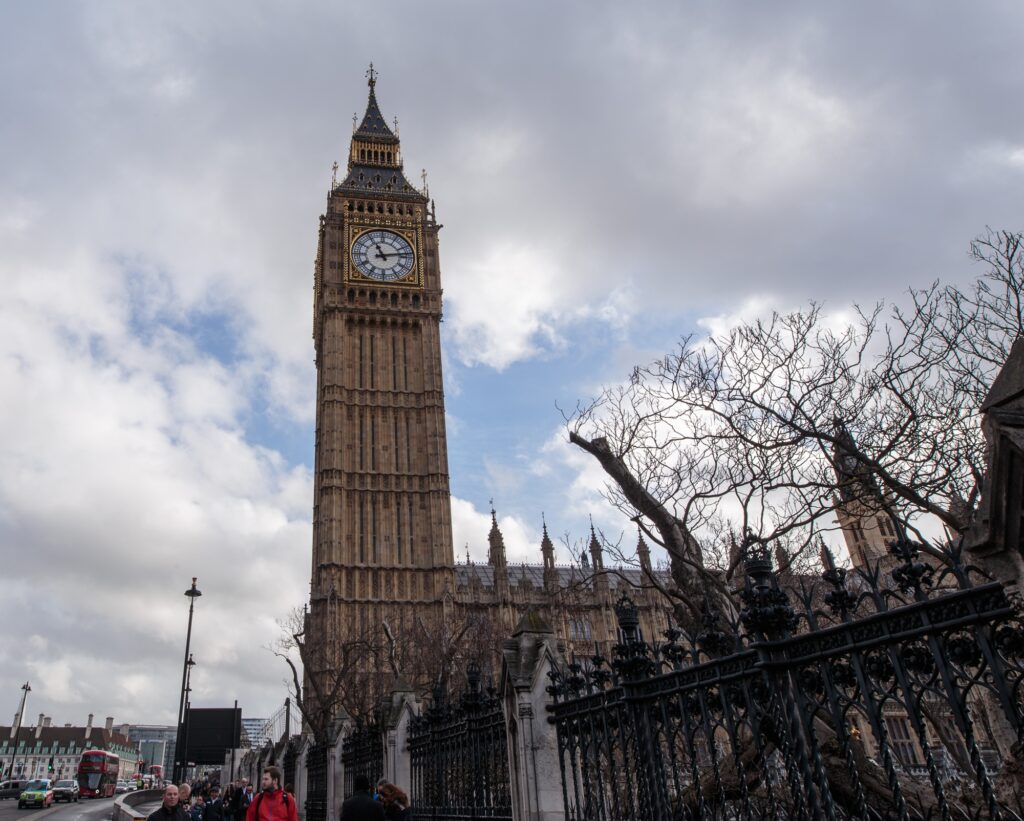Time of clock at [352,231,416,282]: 11:13
